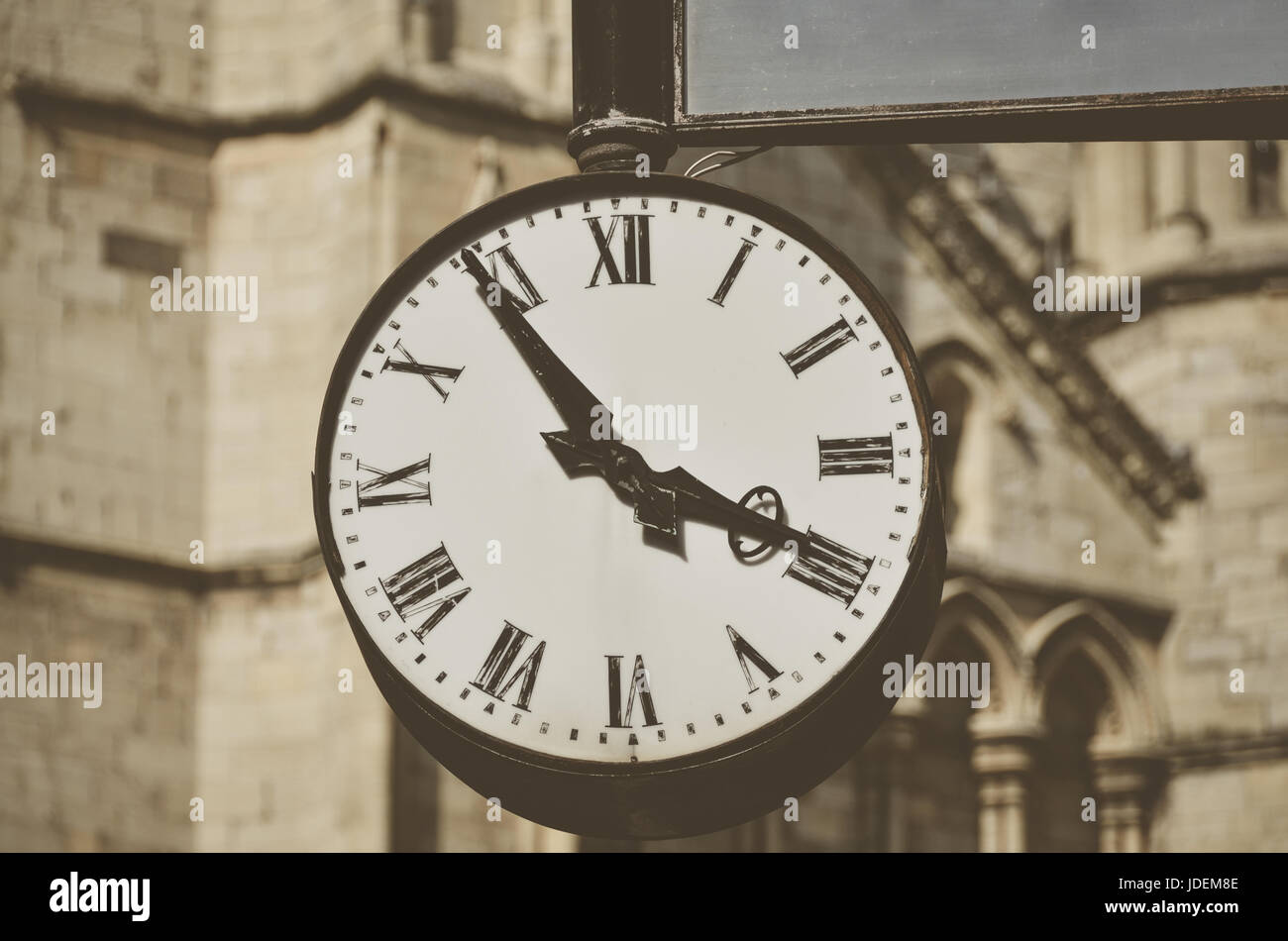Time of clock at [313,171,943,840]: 3:54
